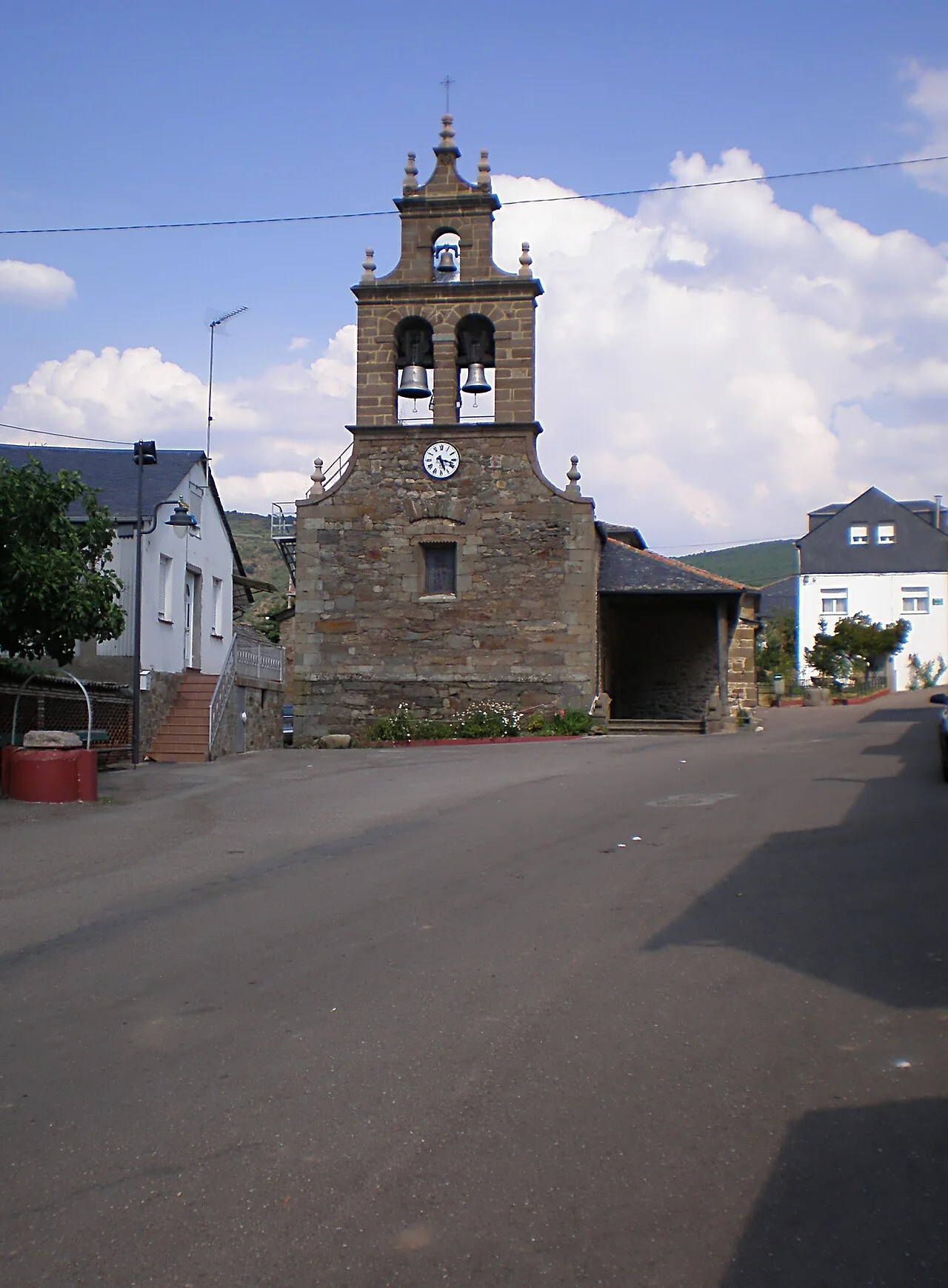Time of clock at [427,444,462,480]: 5:17
